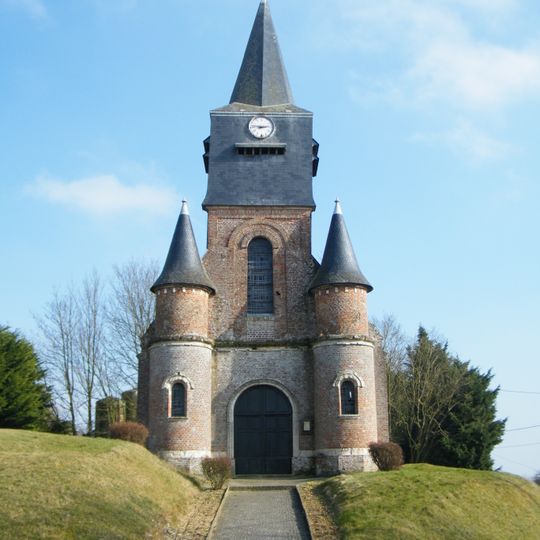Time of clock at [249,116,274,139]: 2:46
